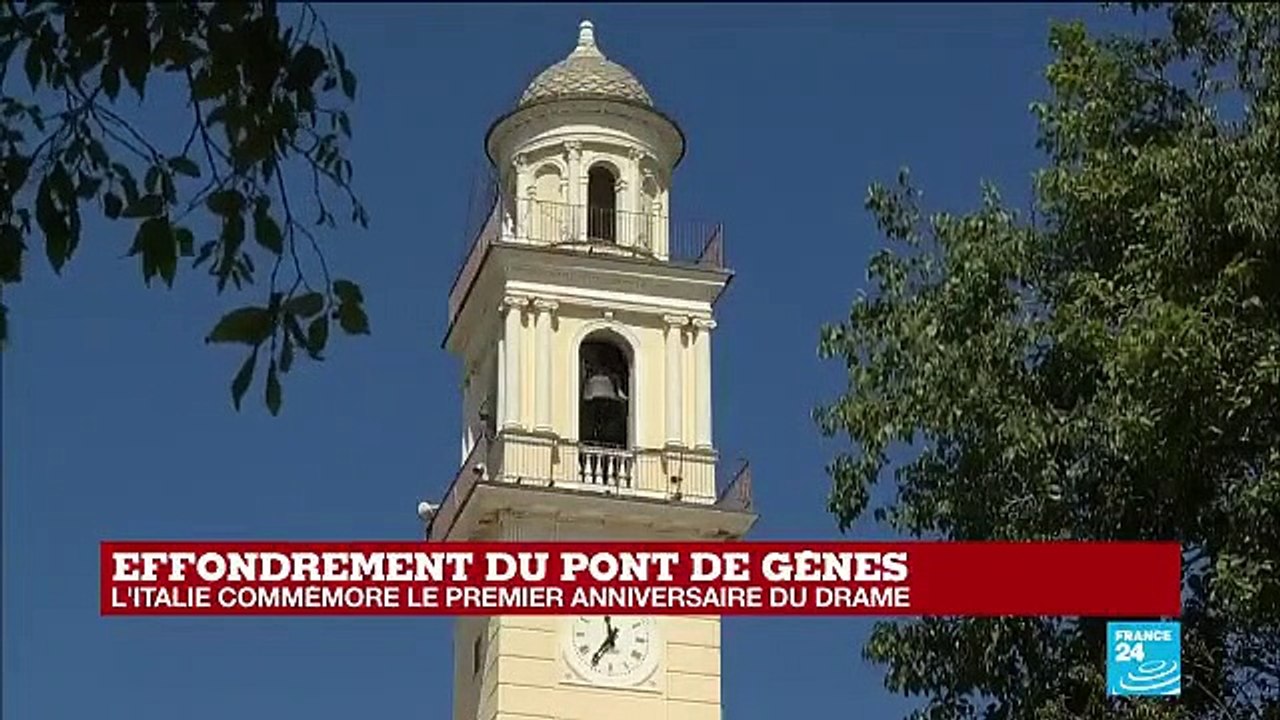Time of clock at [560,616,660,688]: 11:35
